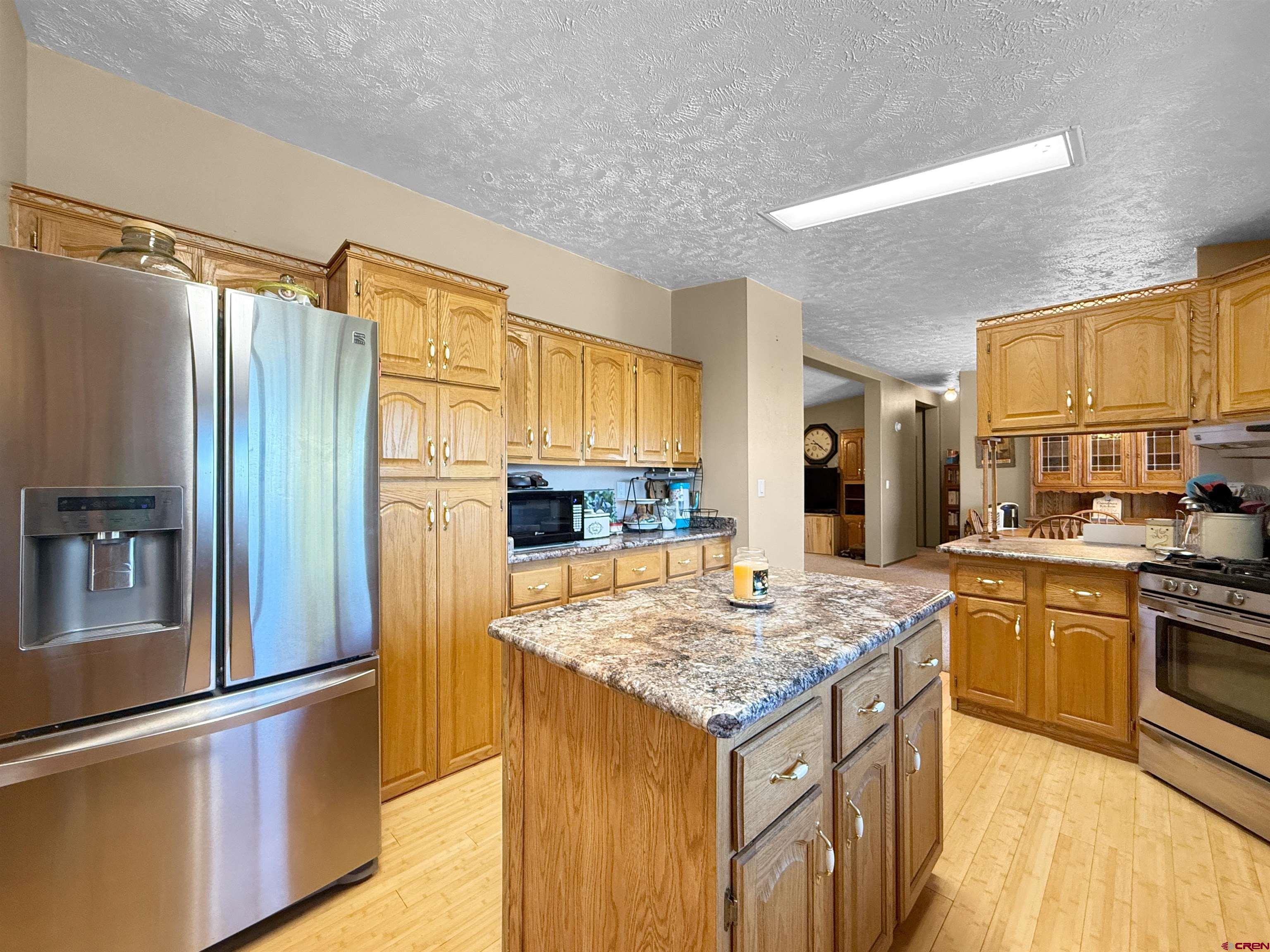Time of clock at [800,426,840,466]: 9:21
